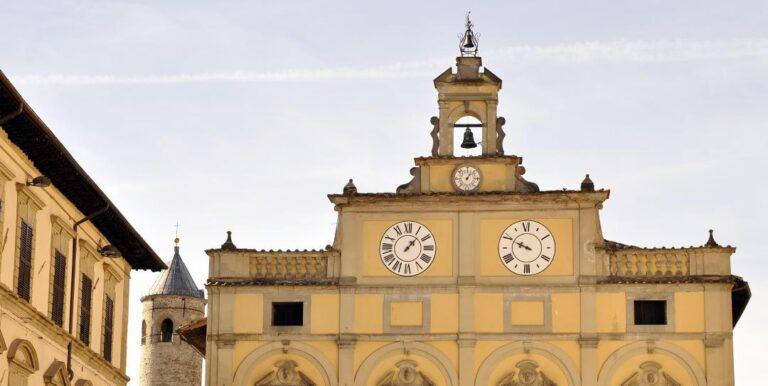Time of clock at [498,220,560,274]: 9:49
